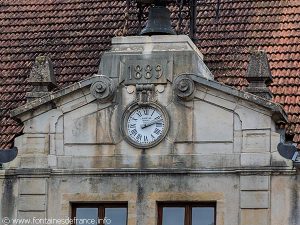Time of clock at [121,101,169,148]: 2:11
